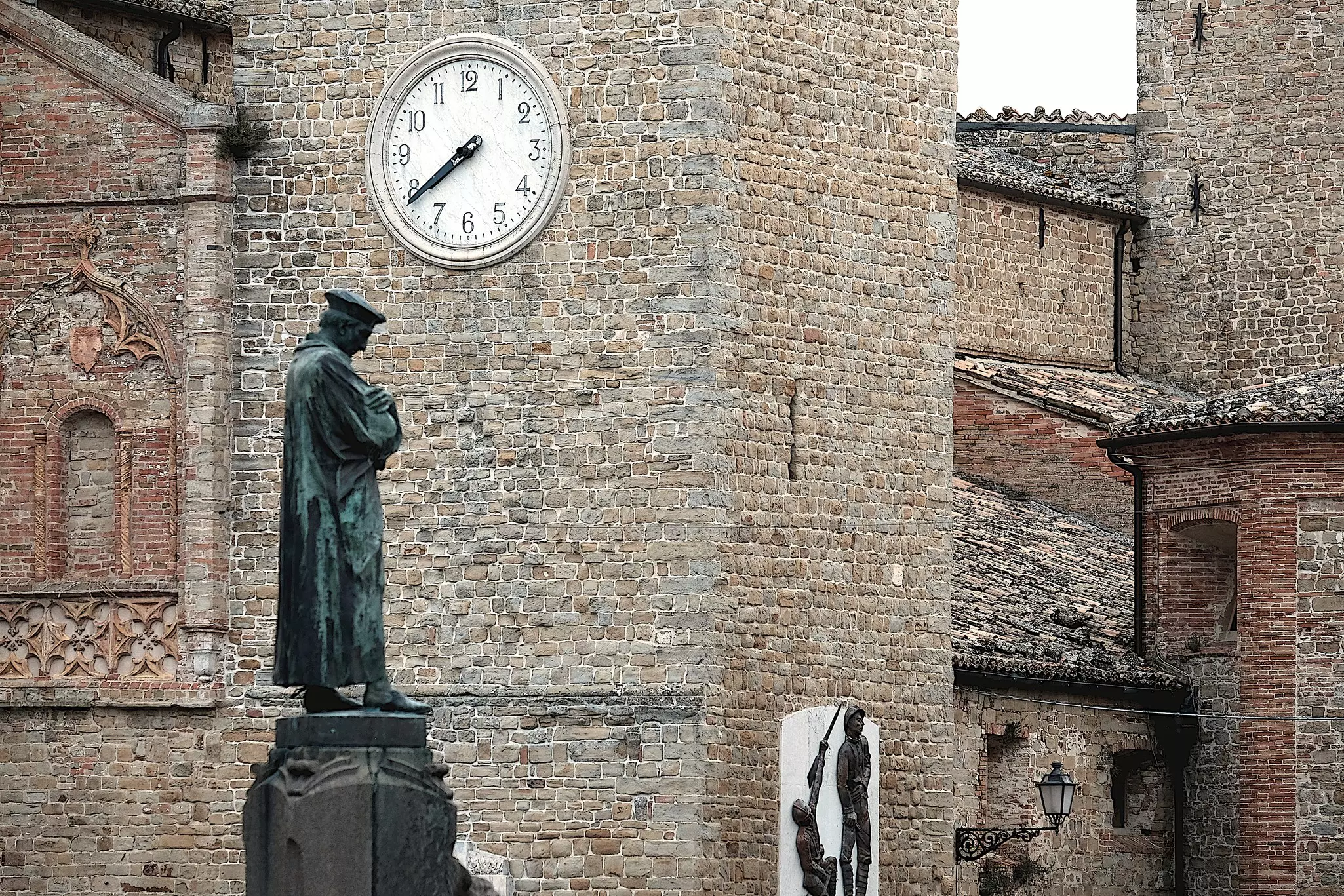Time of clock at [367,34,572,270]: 7:38
